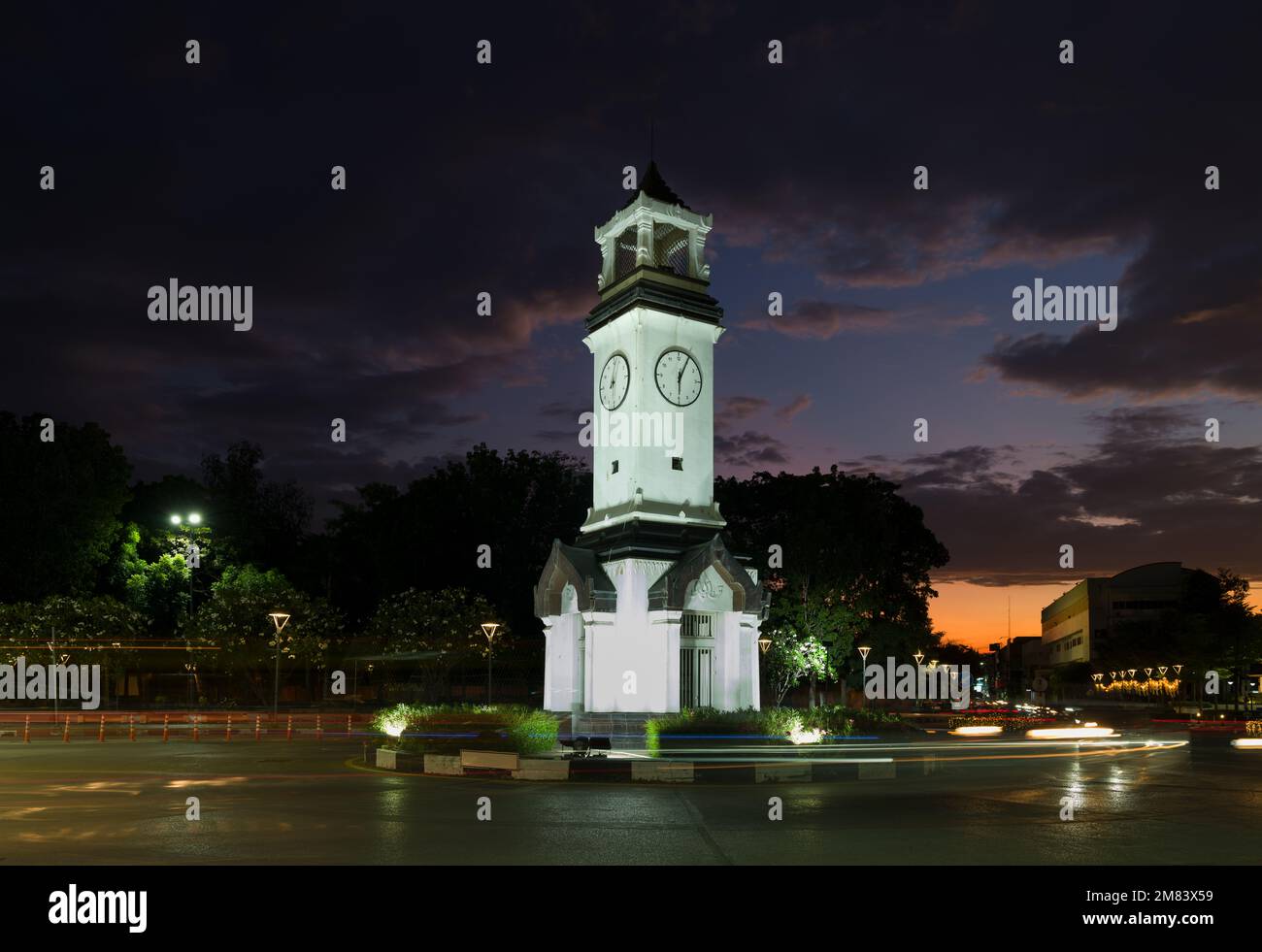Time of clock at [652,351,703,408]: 6:04
